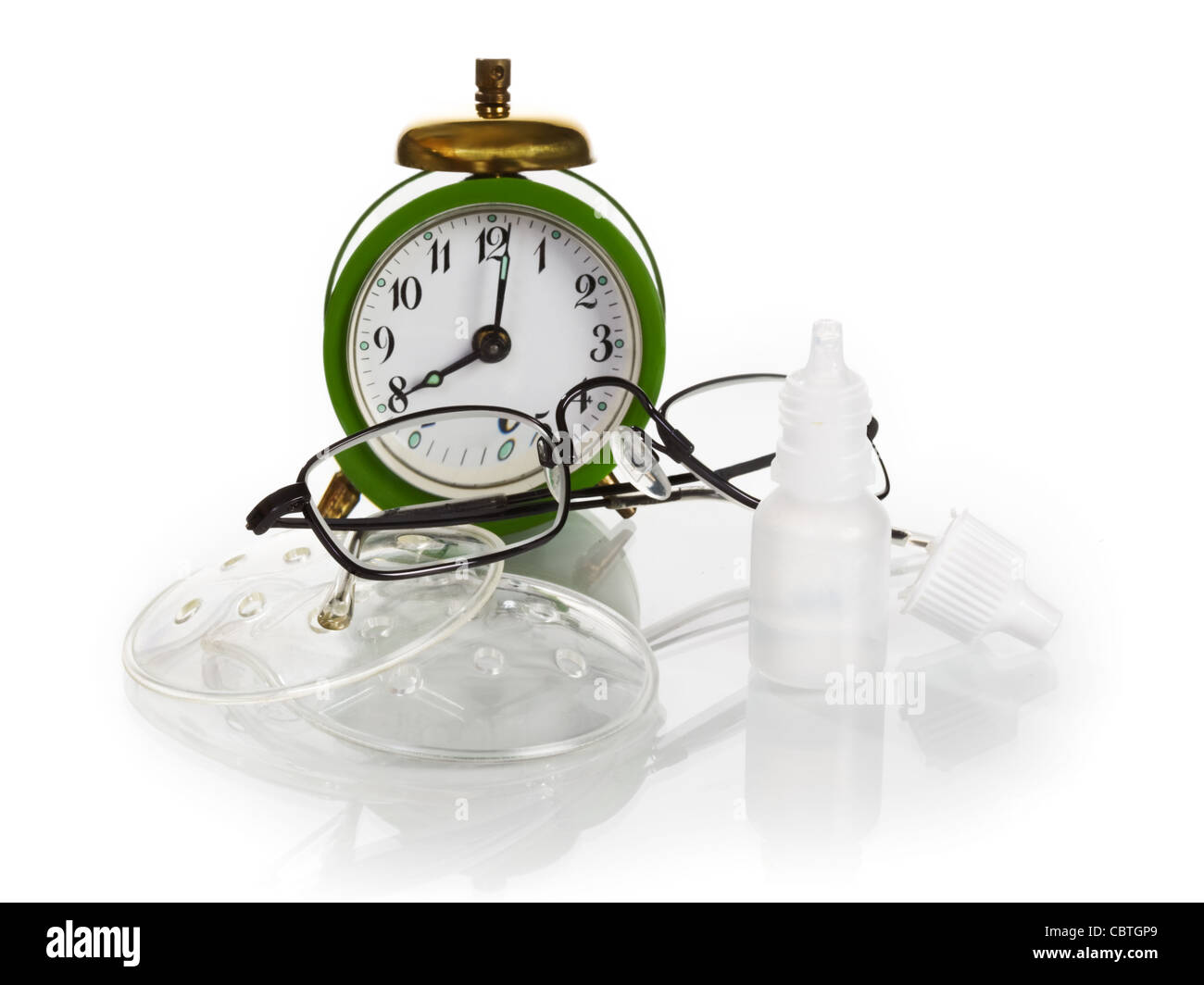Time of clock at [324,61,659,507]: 8:01
